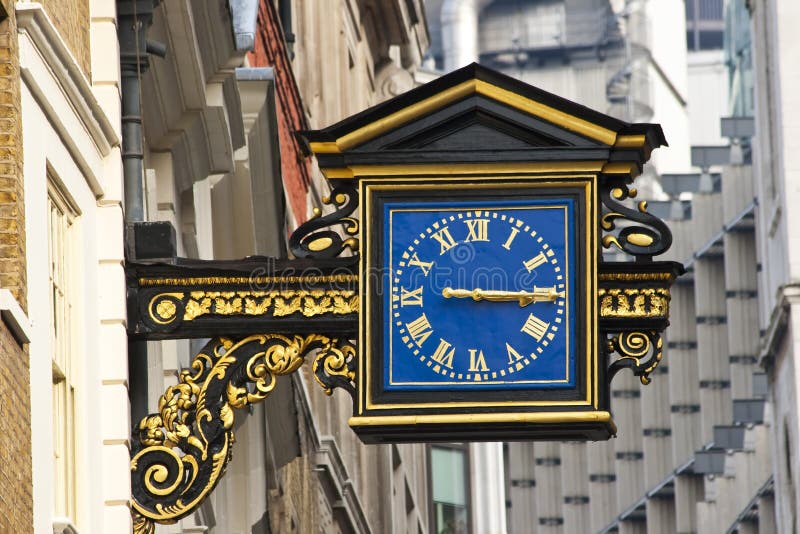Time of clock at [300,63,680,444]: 3:15
